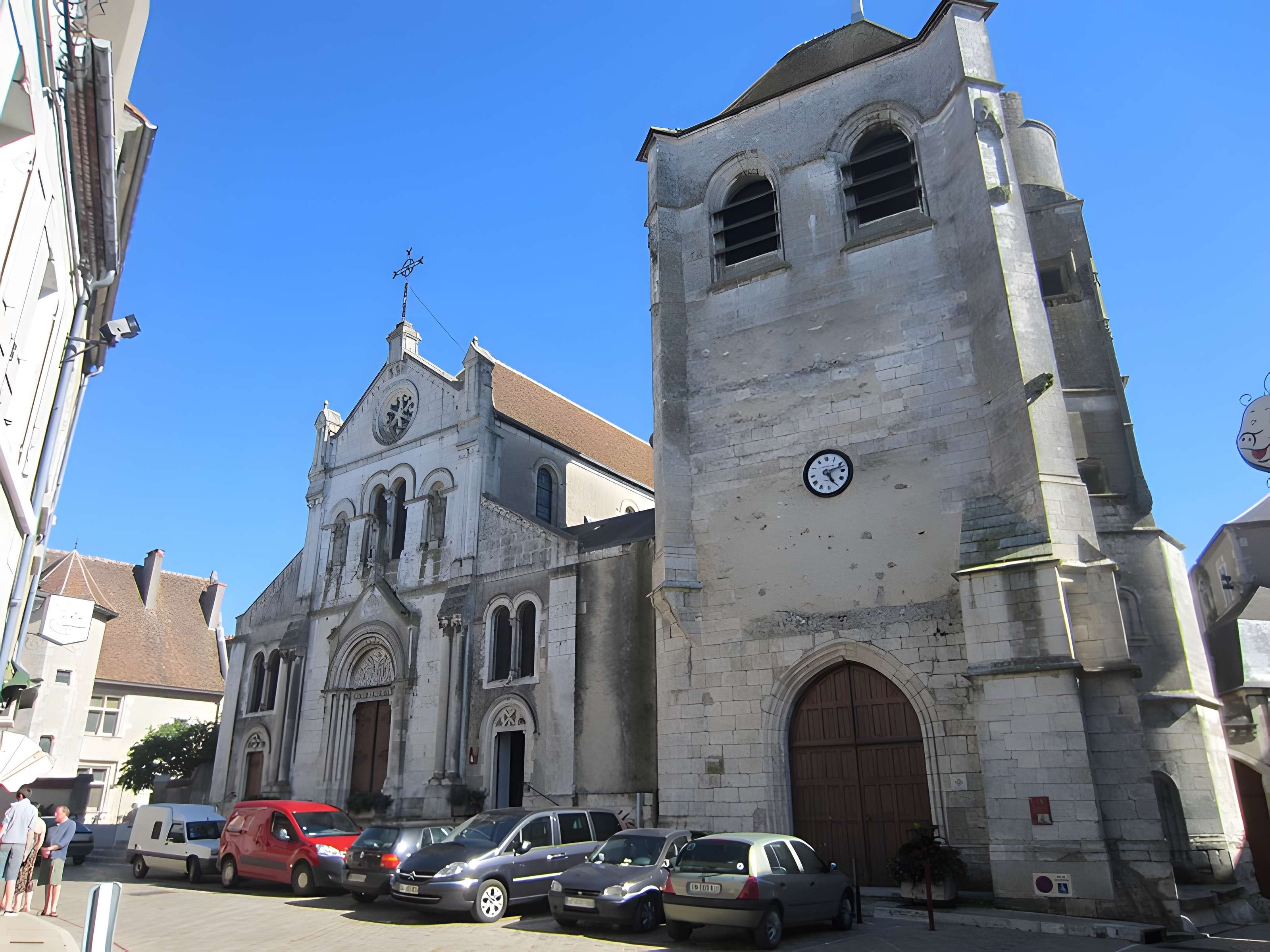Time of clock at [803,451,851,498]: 5:12
